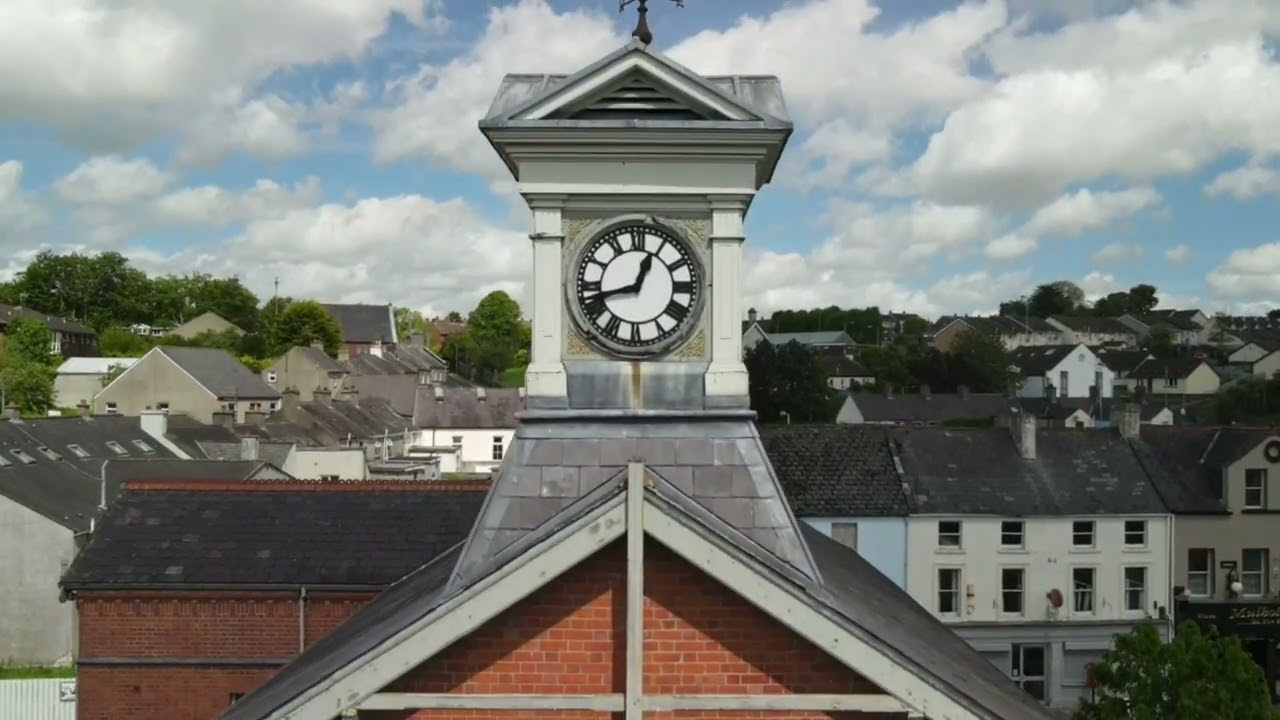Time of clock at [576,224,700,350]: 12:42
